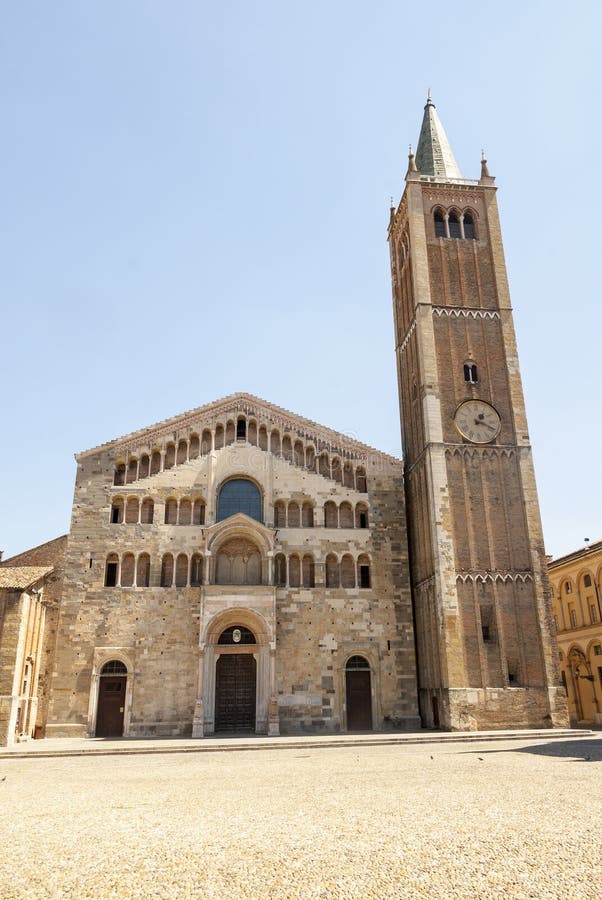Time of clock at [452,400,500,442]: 1:18
